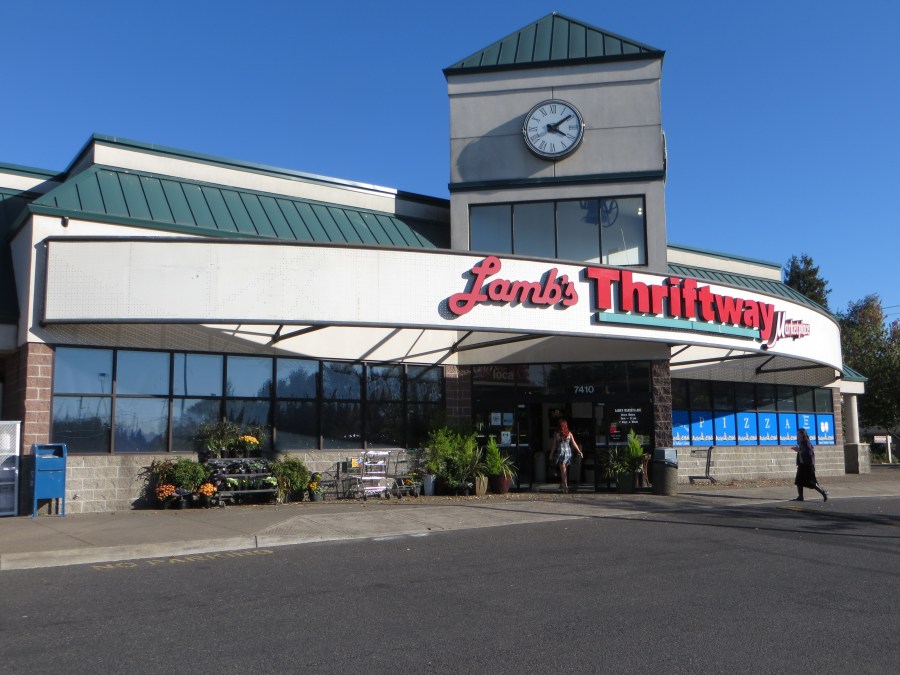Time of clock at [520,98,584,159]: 4:09
